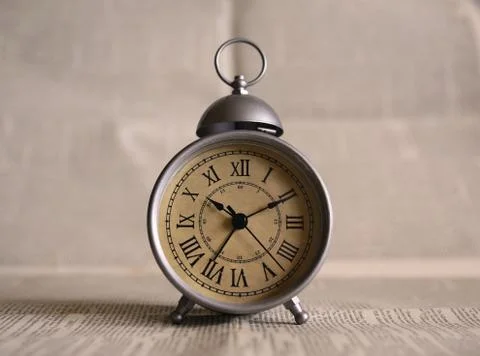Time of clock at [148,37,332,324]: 10:10
